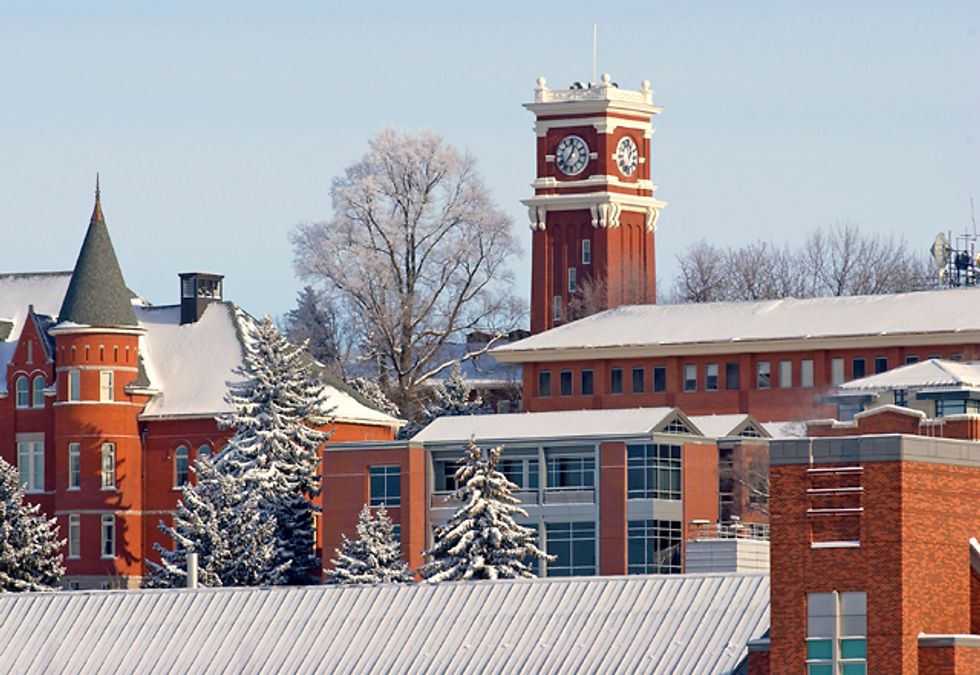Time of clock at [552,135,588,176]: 12:36
